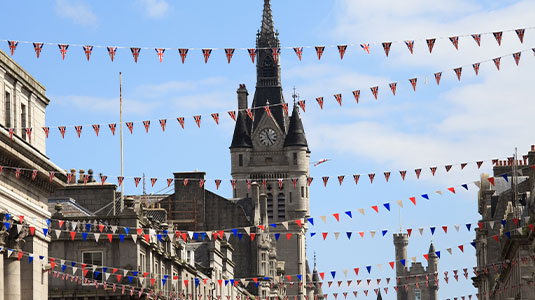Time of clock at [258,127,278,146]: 11:24
